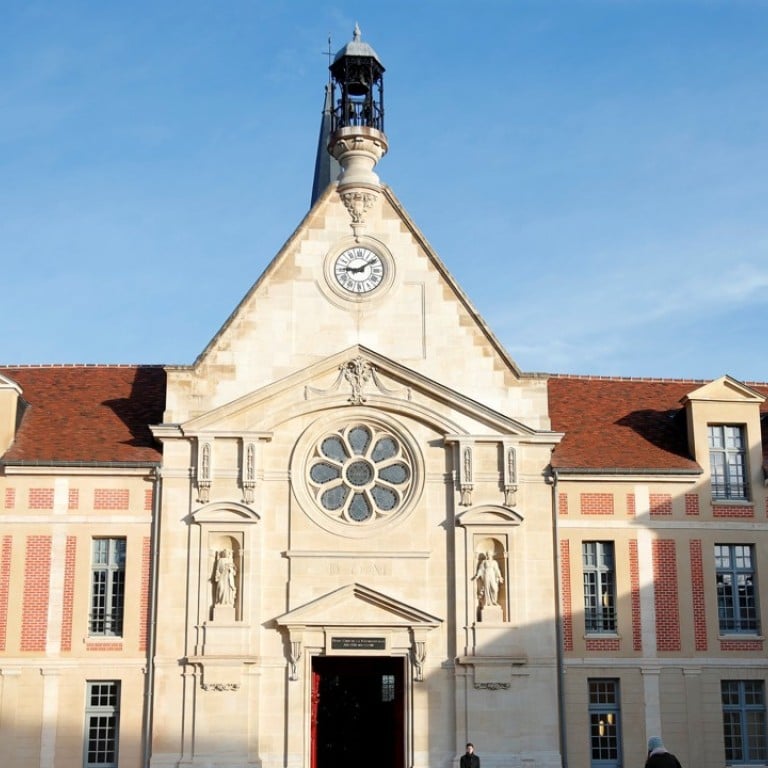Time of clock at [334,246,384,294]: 9:09
